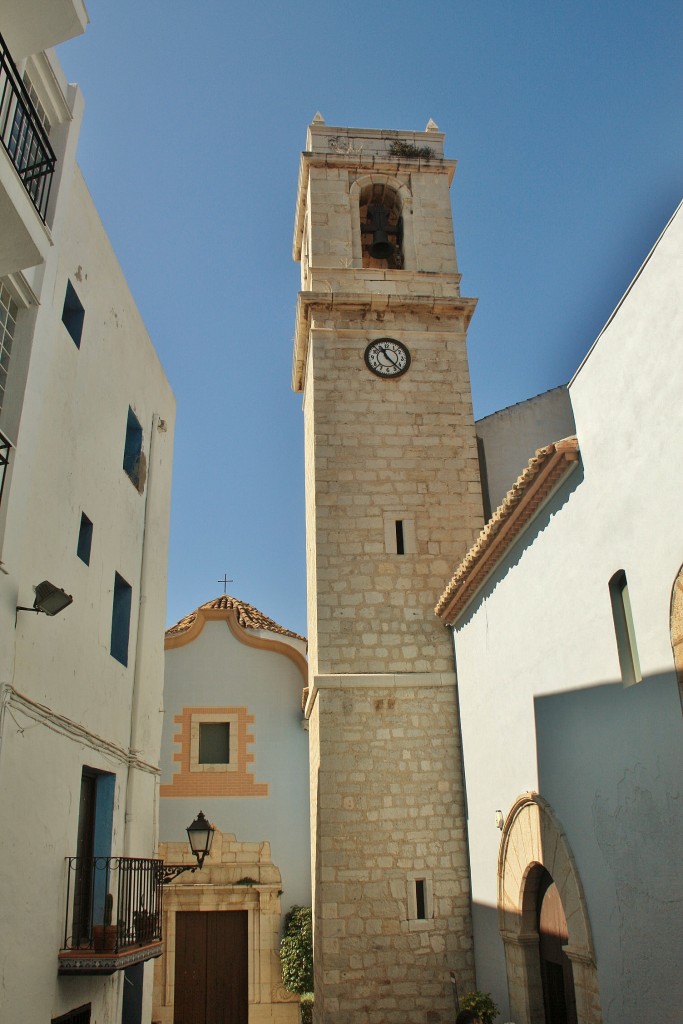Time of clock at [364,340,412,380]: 11:22
